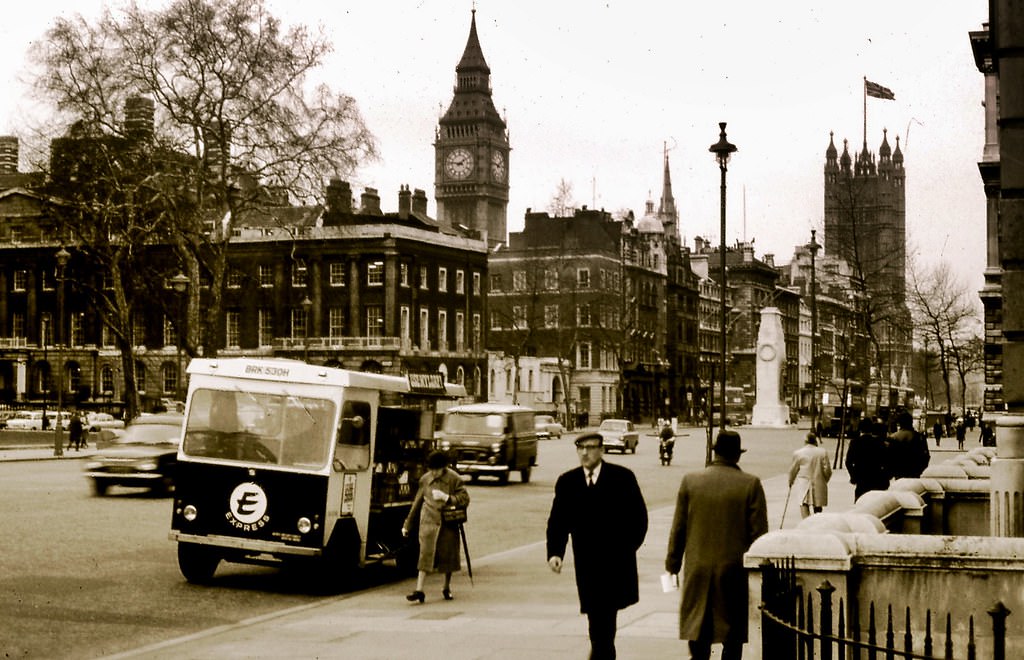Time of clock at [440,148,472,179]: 1:46
